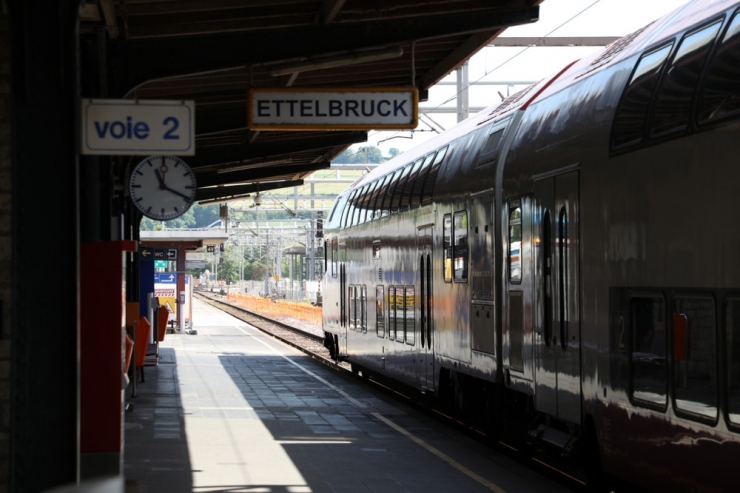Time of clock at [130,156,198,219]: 11:18
